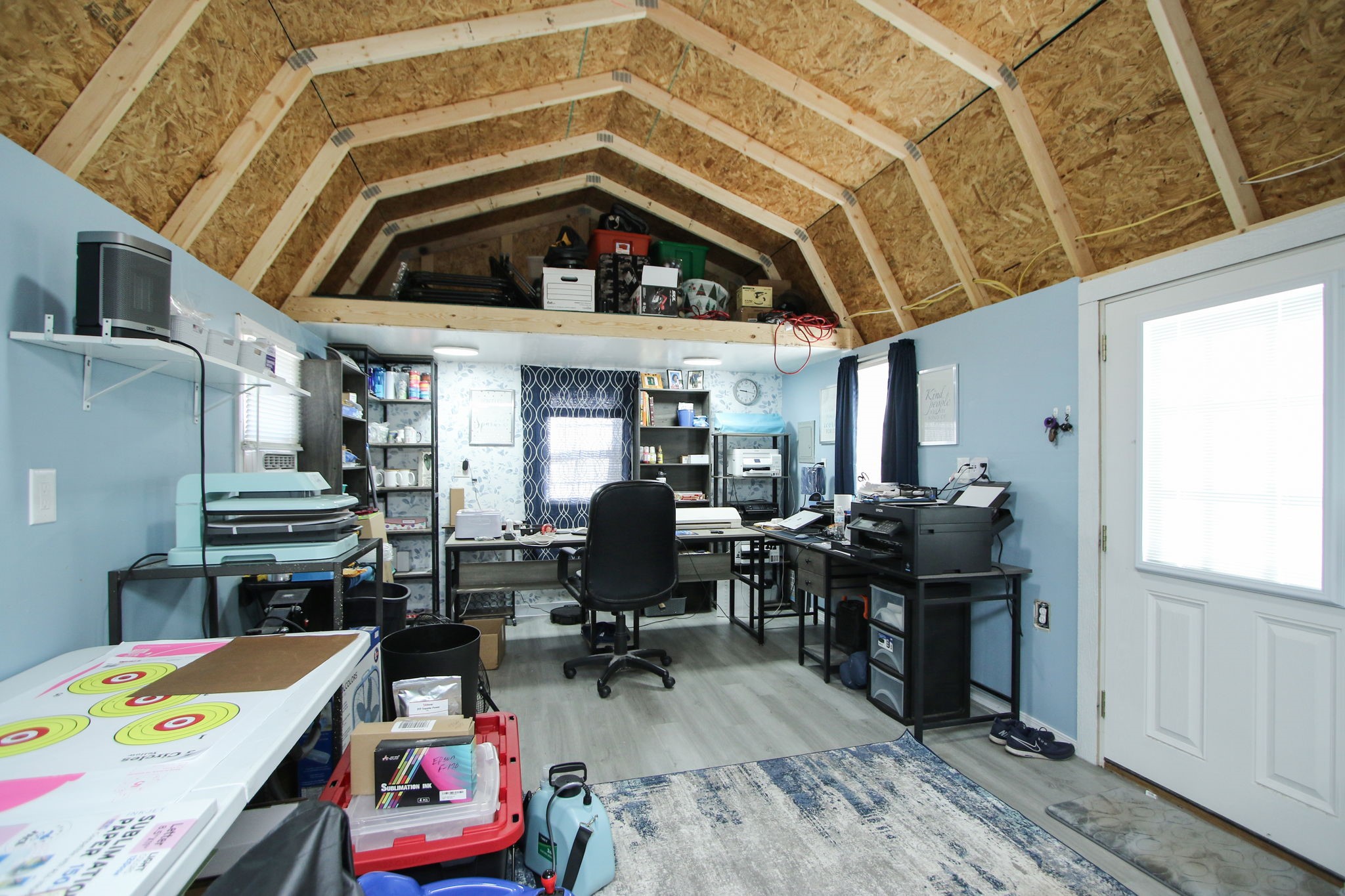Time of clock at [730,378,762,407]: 9:17
